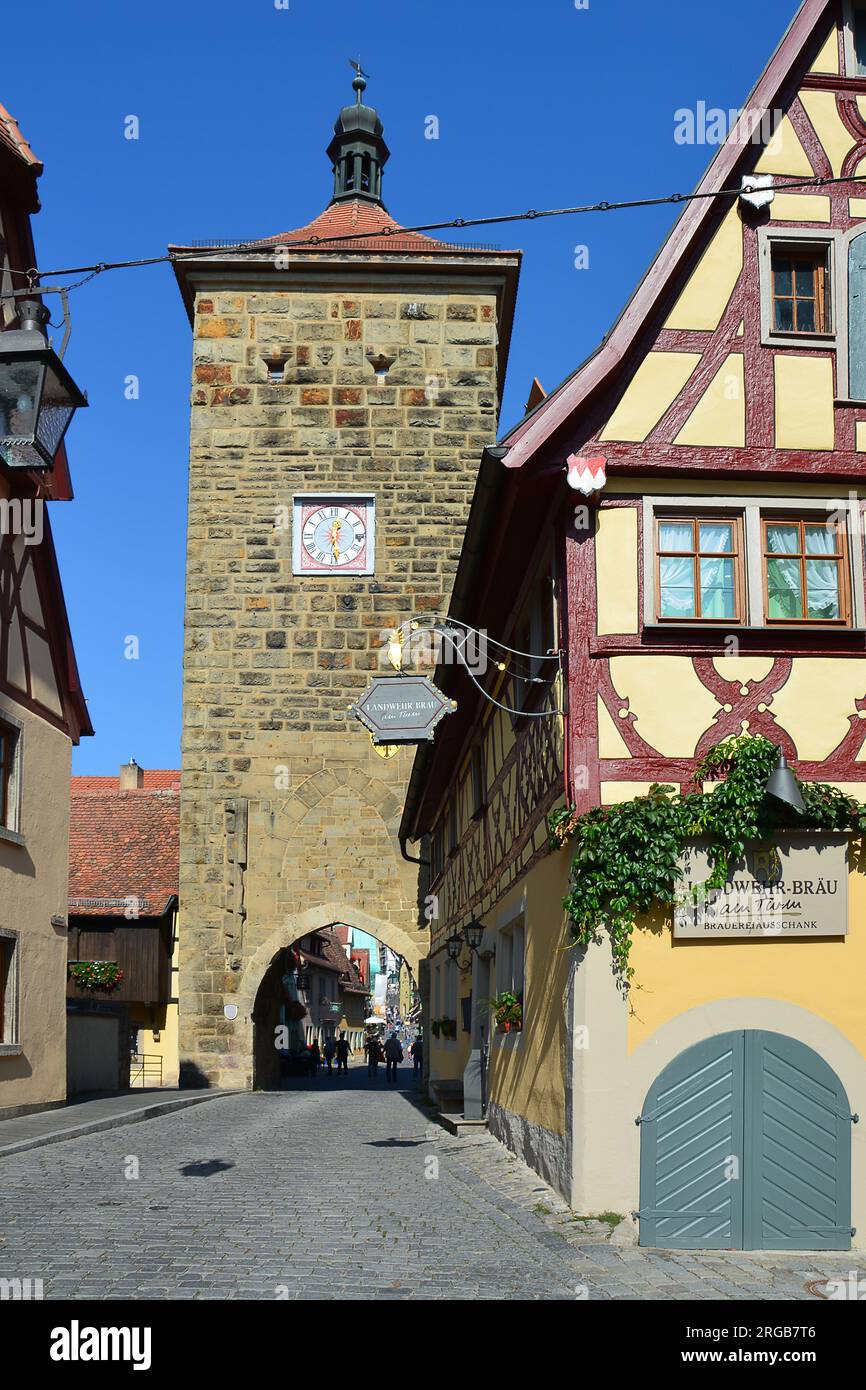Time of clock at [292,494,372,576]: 12:28
